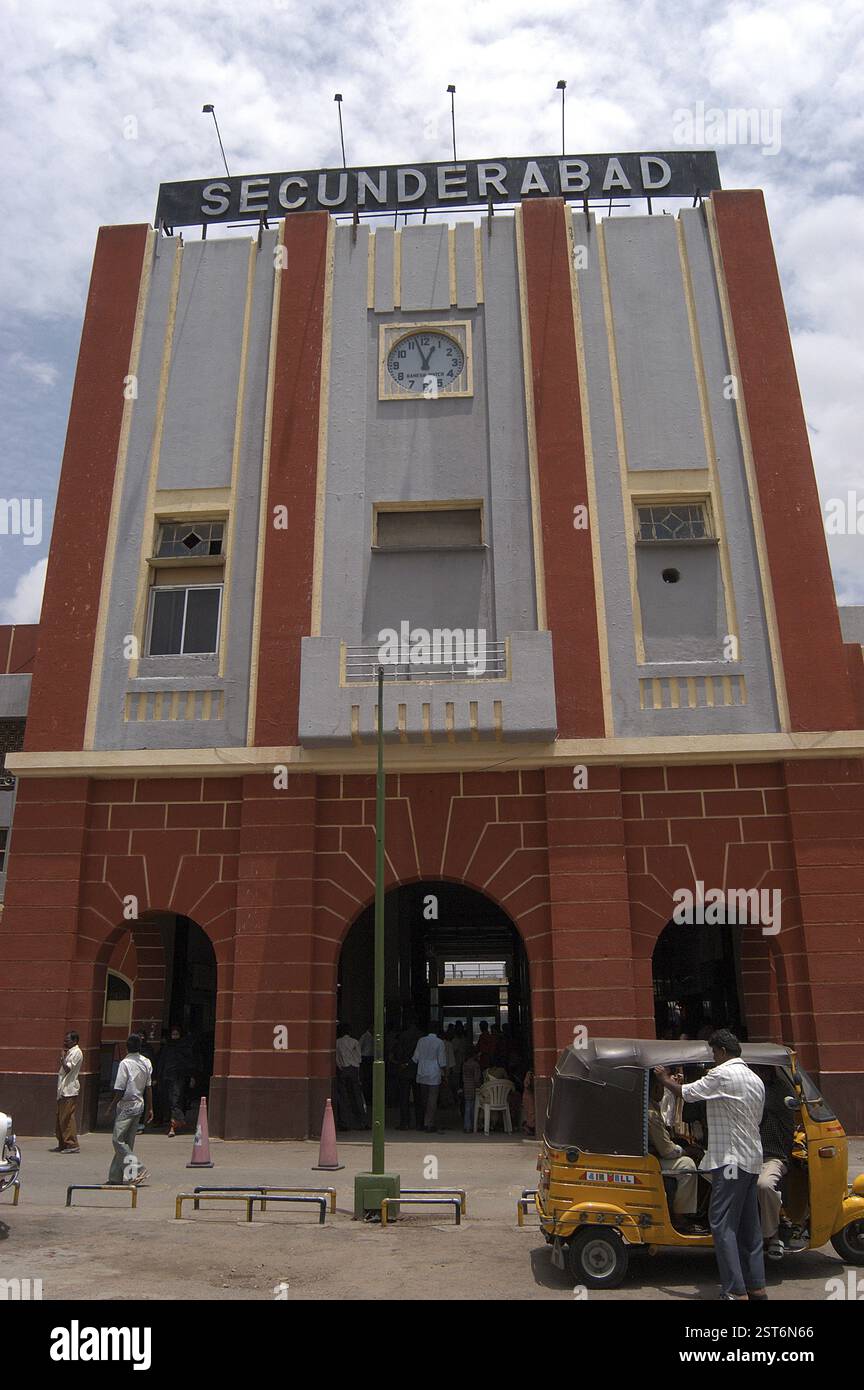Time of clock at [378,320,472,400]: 12:57
